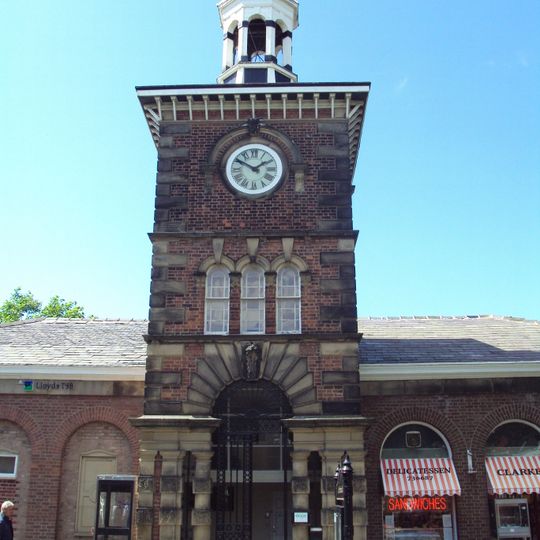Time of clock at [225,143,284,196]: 1:50
